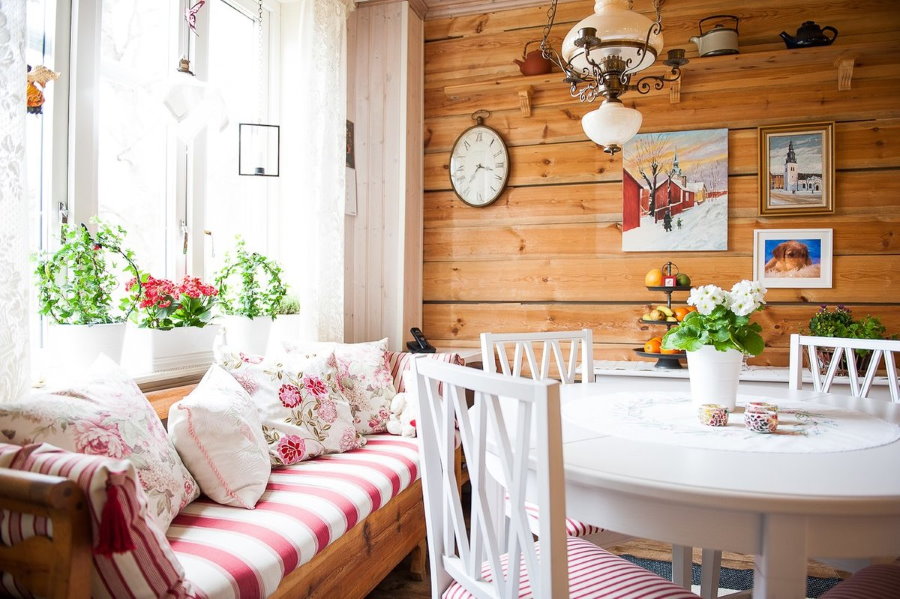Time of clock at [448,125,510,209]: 7:17
